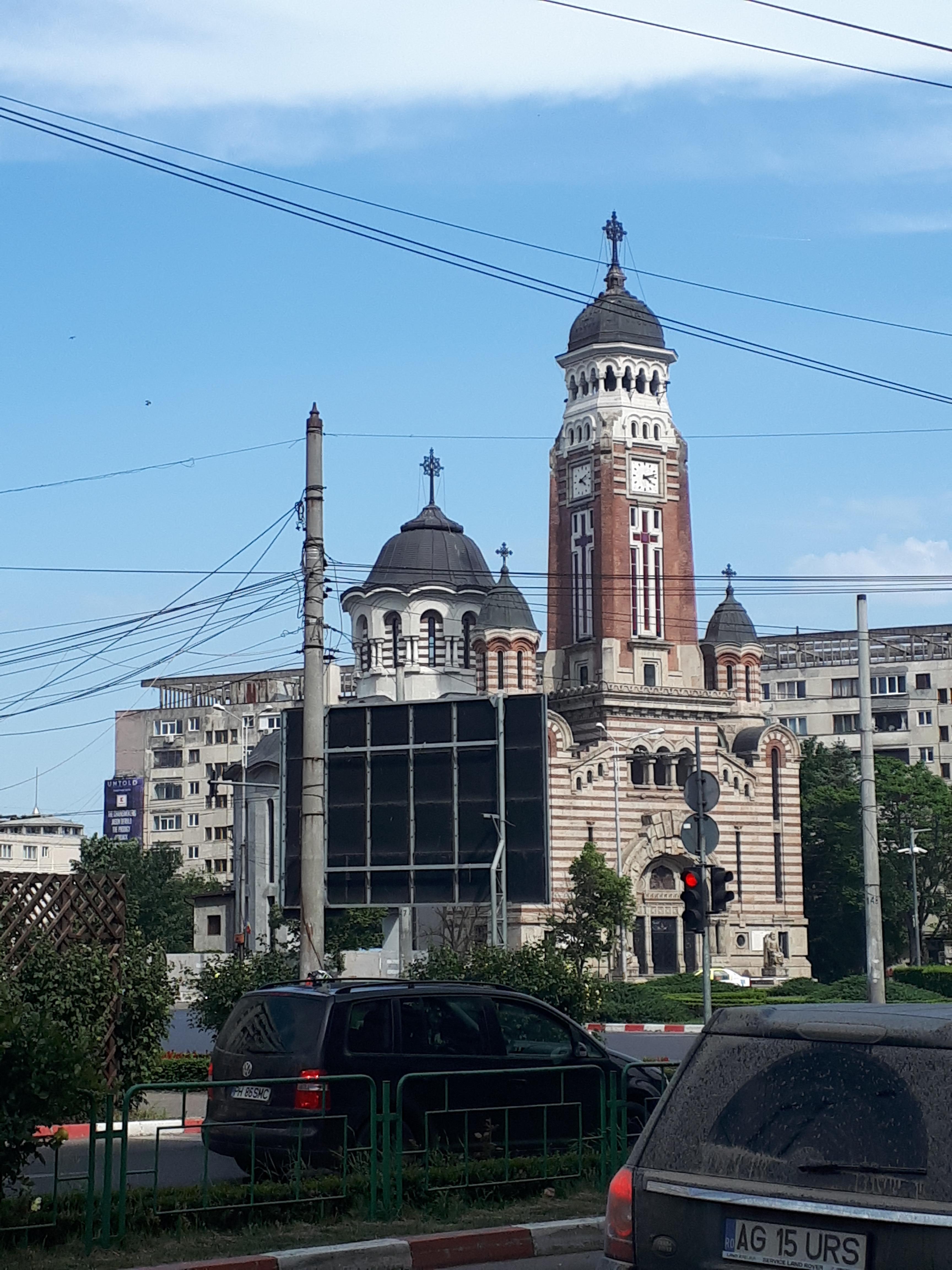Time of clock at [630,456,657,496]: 4:12
